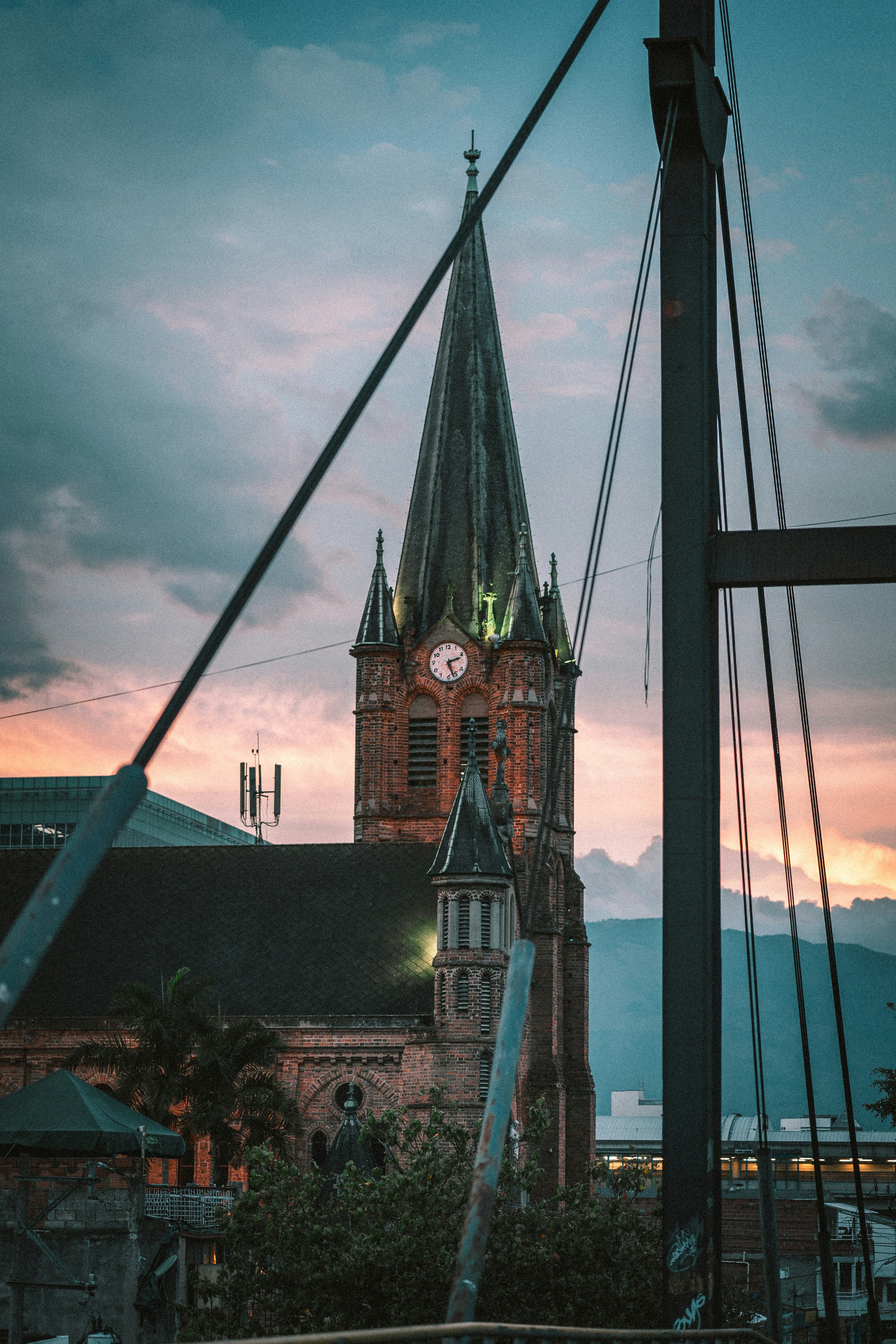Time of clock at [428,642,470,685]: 2:26
